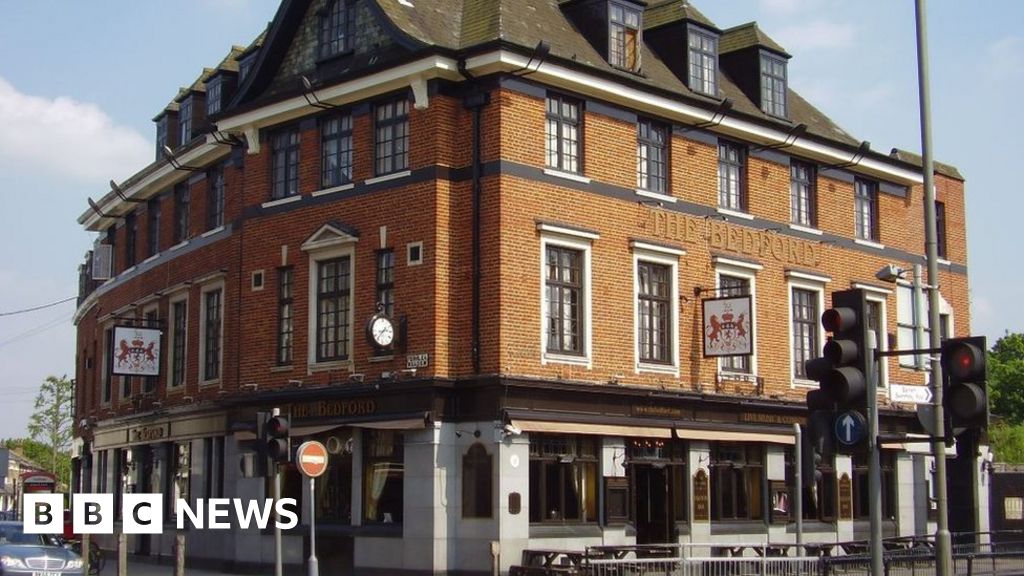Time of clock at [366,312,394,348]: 8:37
